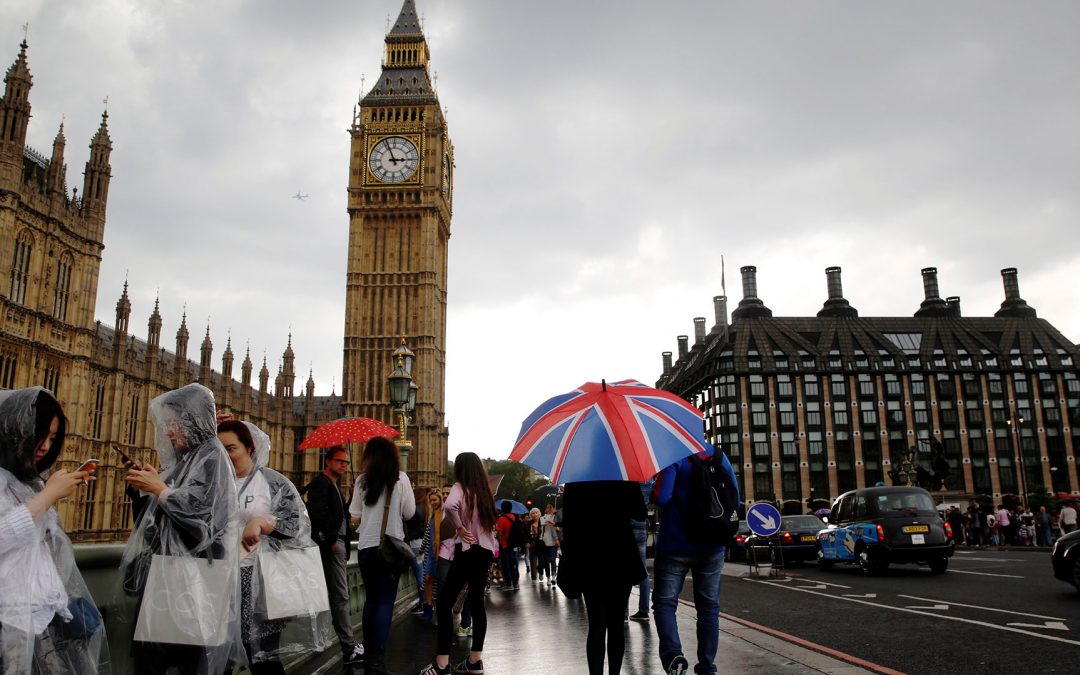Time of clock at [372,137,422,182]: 2:56
